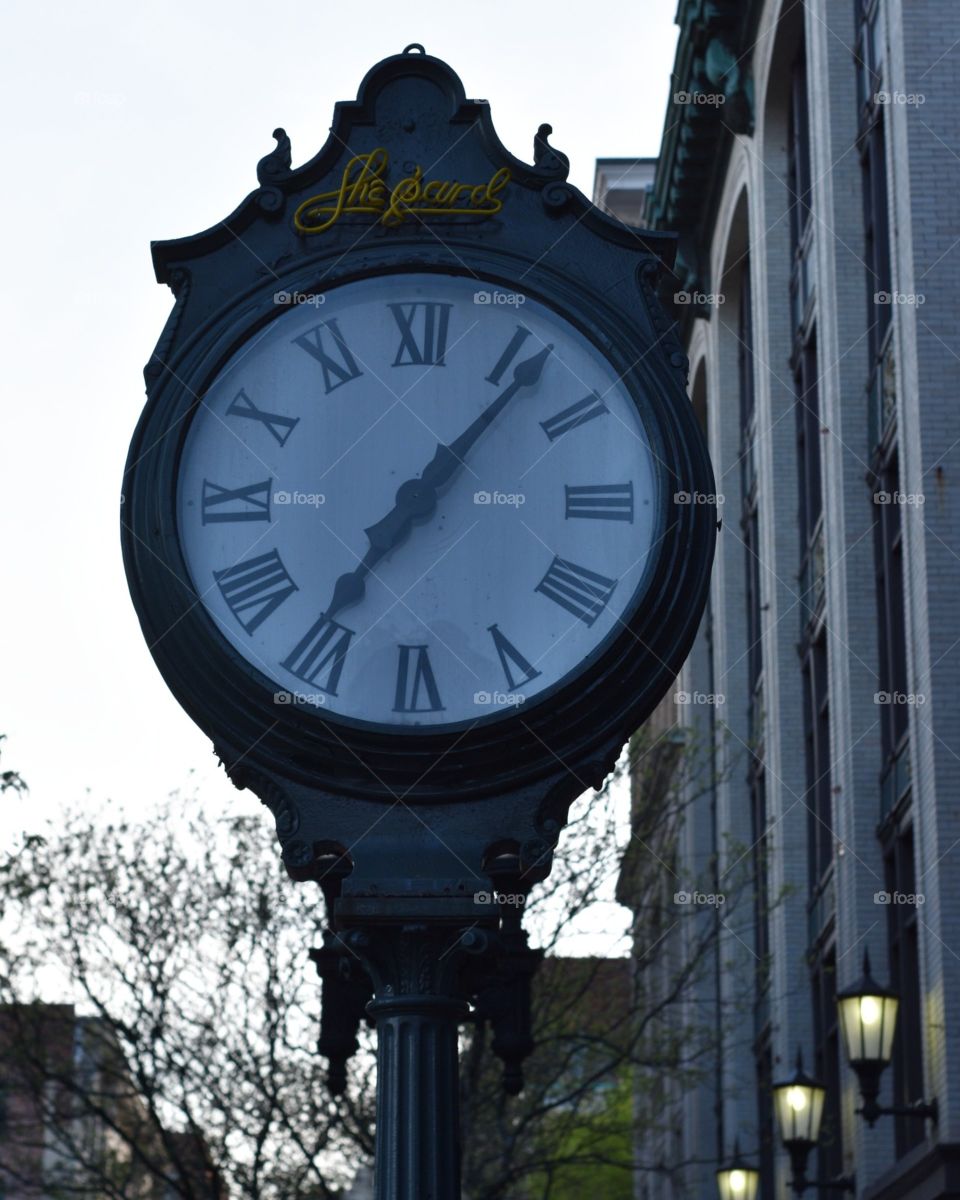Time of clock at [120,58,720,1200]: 7:07
